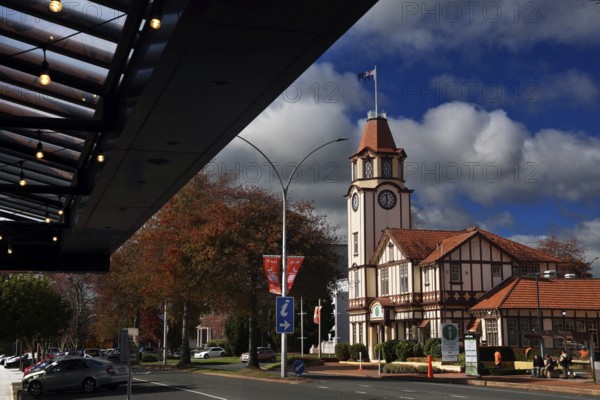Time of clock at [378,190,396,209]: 11:33
